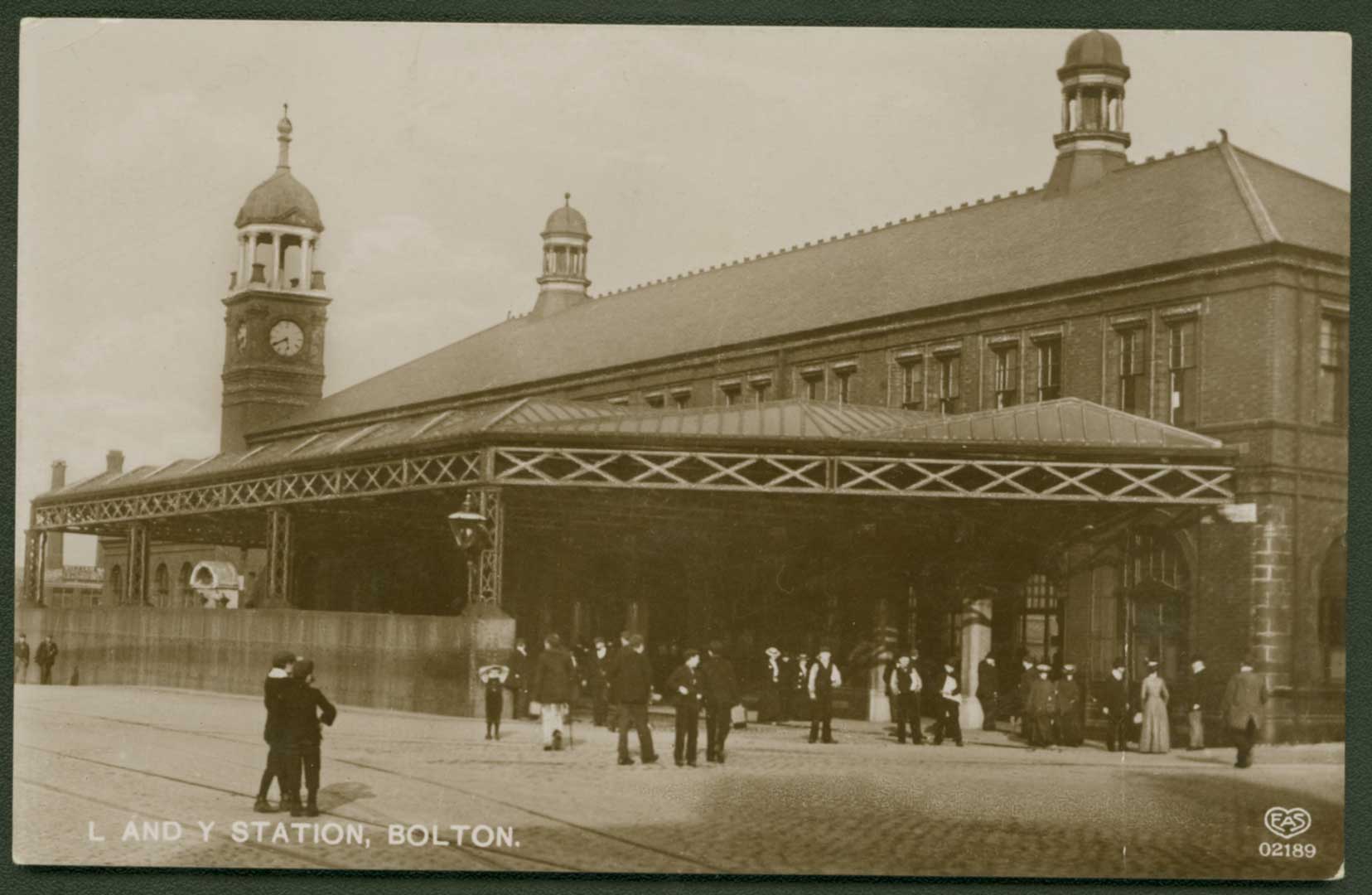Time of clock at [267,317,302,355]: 5:40
